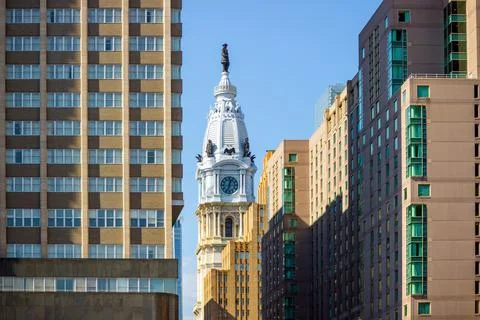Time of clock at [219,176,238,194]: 12:33
